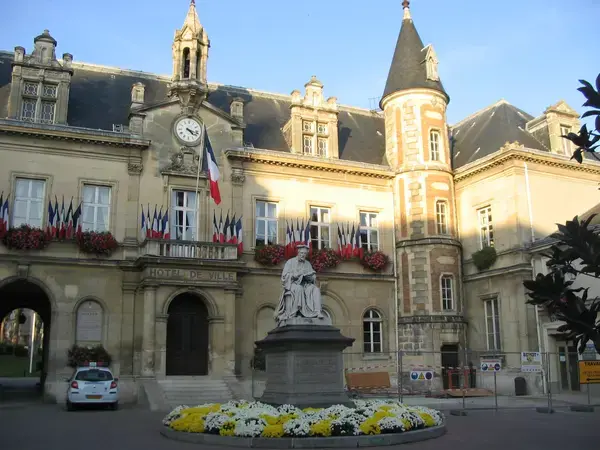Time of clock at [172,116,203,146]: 4:17
